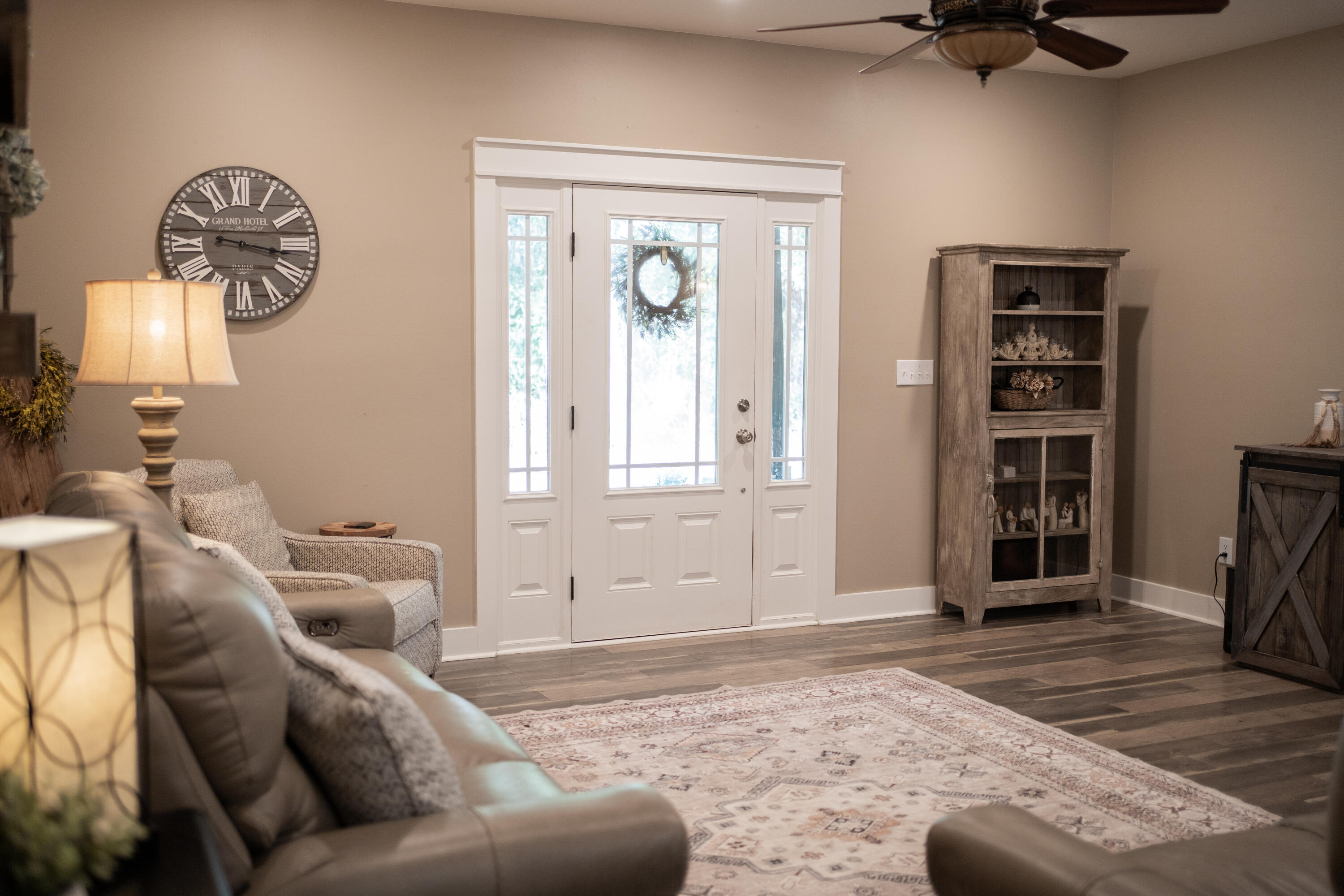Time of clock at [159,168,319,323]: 3:16
